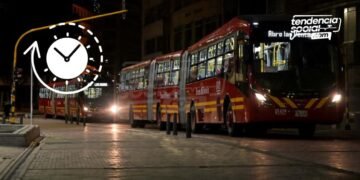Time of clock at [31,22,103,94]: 10:07
